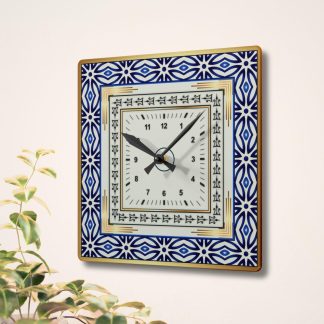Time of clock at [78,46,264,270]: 10:07
